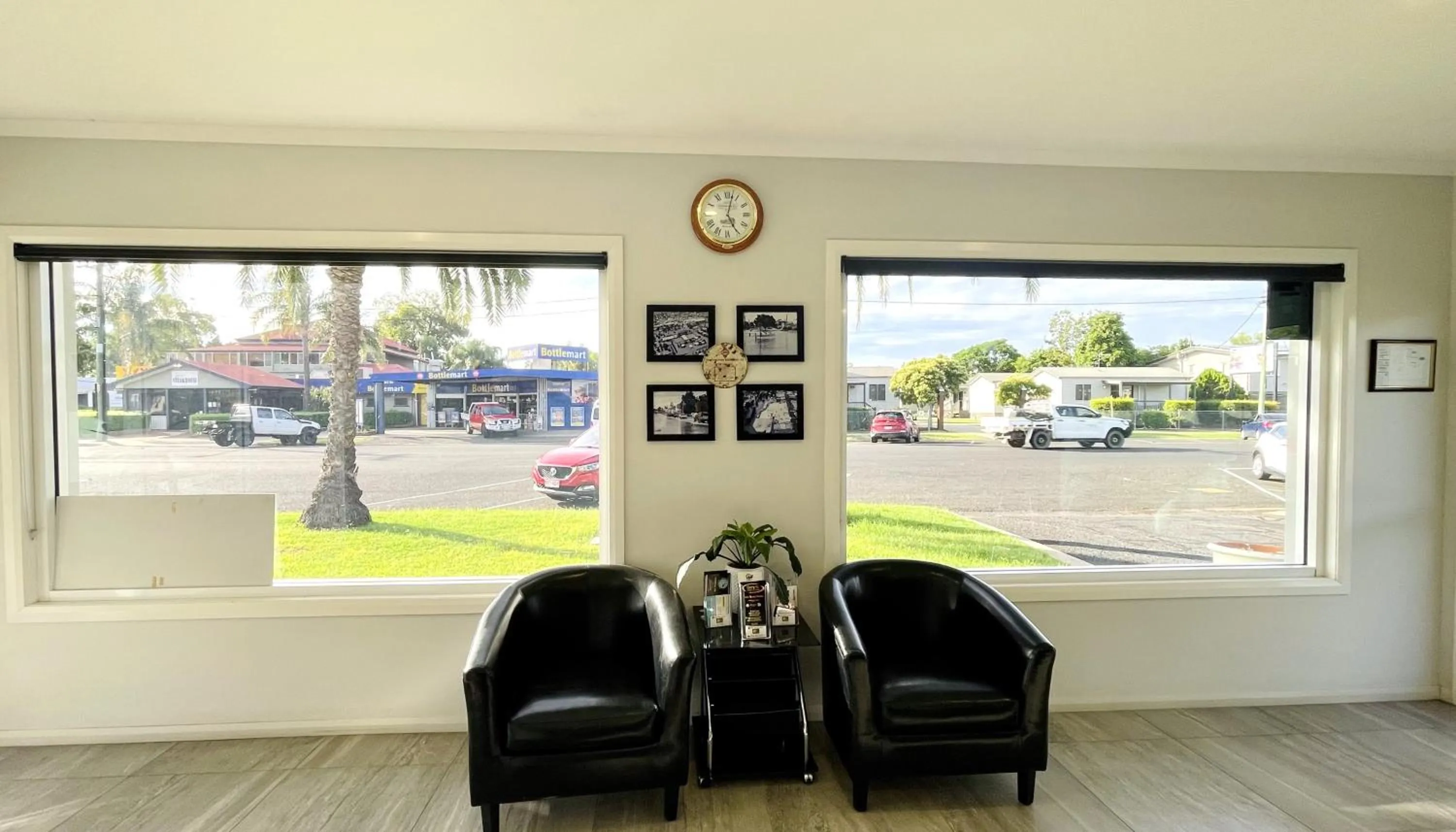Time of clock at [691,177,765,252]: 5:02
